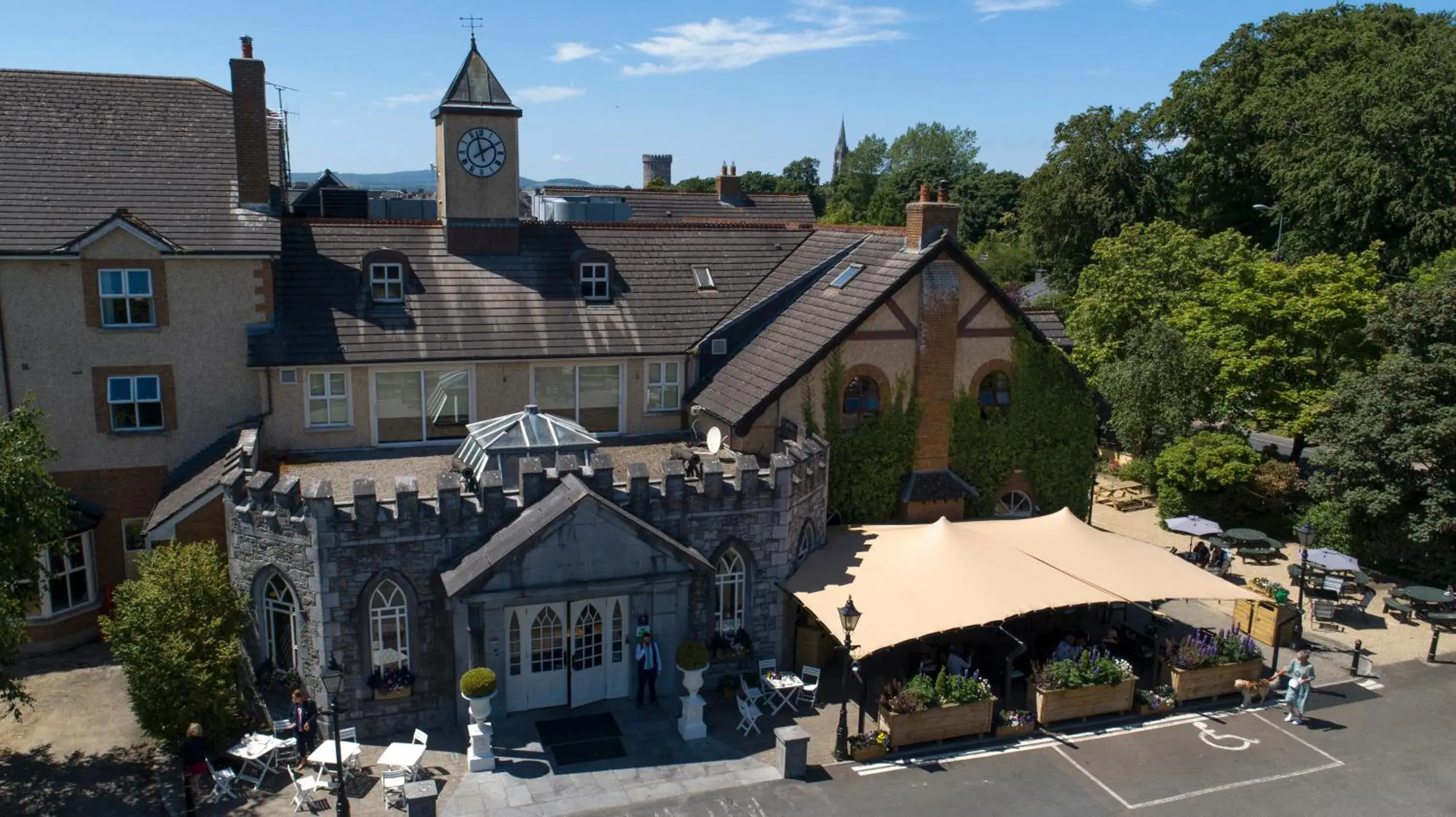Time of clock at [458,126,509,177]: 1:57
